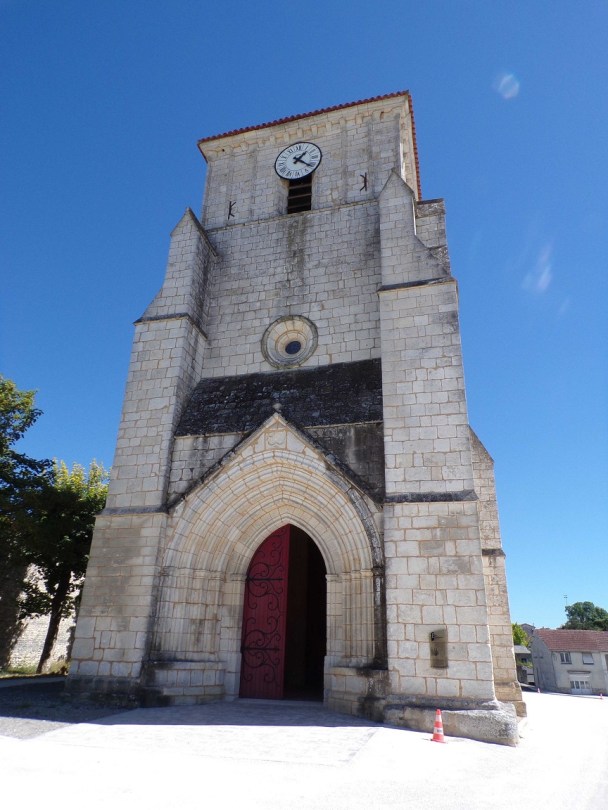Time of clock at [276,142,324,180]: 1:21
